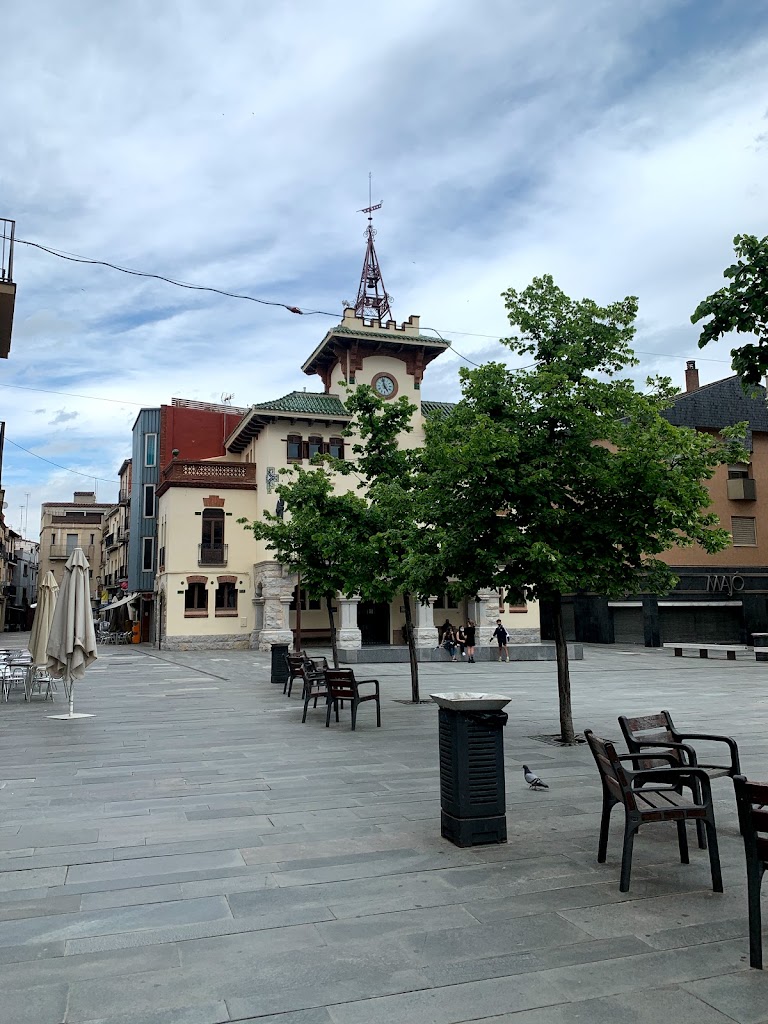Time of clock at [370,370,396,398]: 4:57
